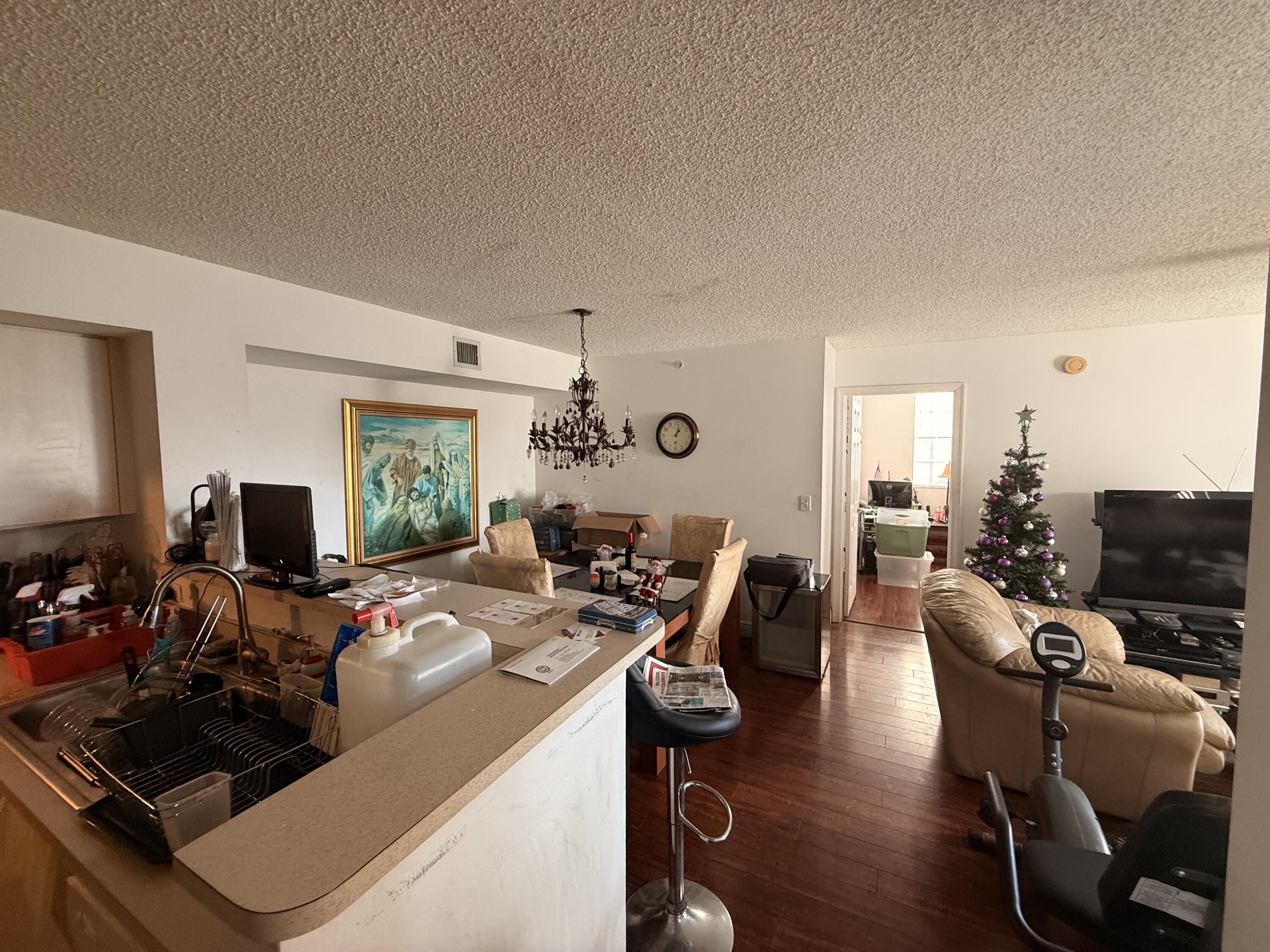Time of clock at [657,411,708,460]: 1:02
